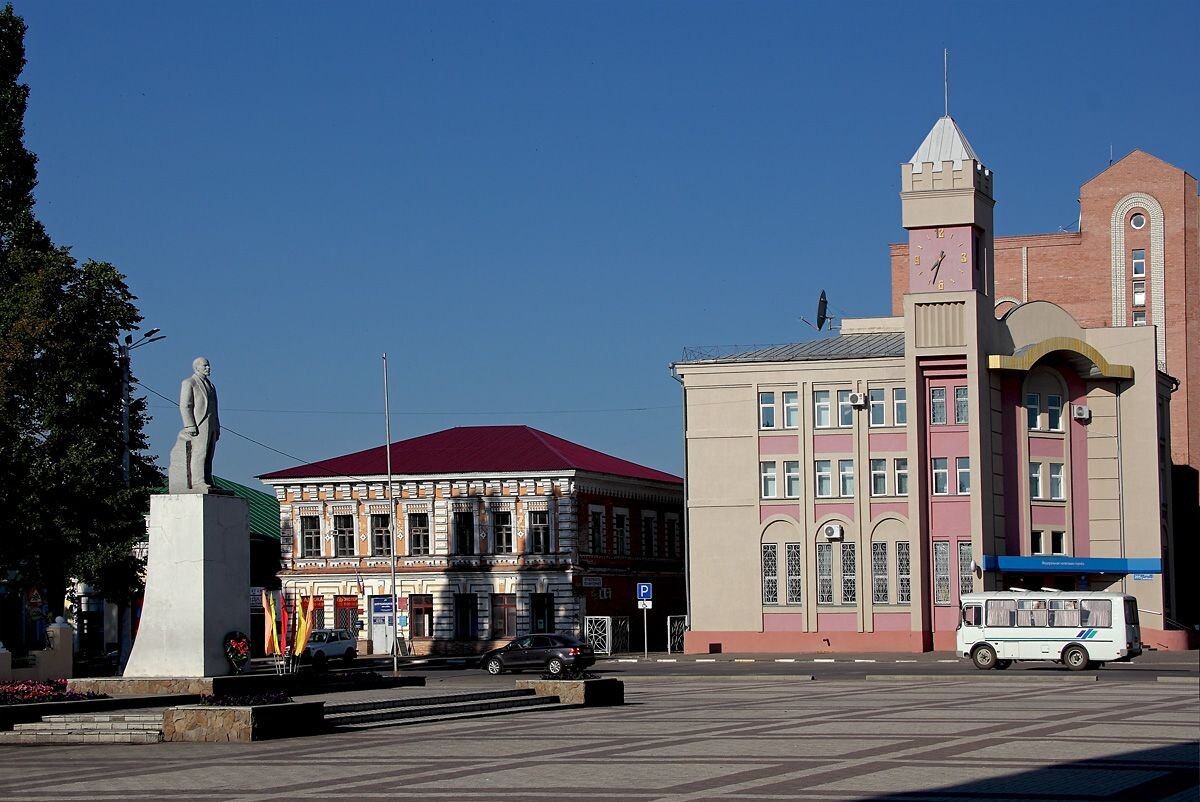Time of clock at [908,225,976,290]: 7:33
